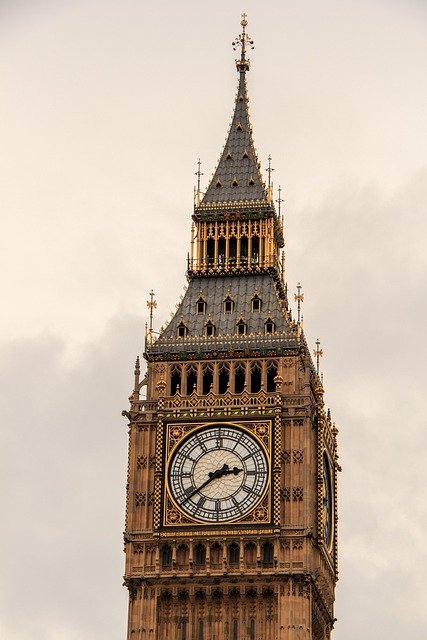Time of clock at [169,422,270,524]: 2:38
